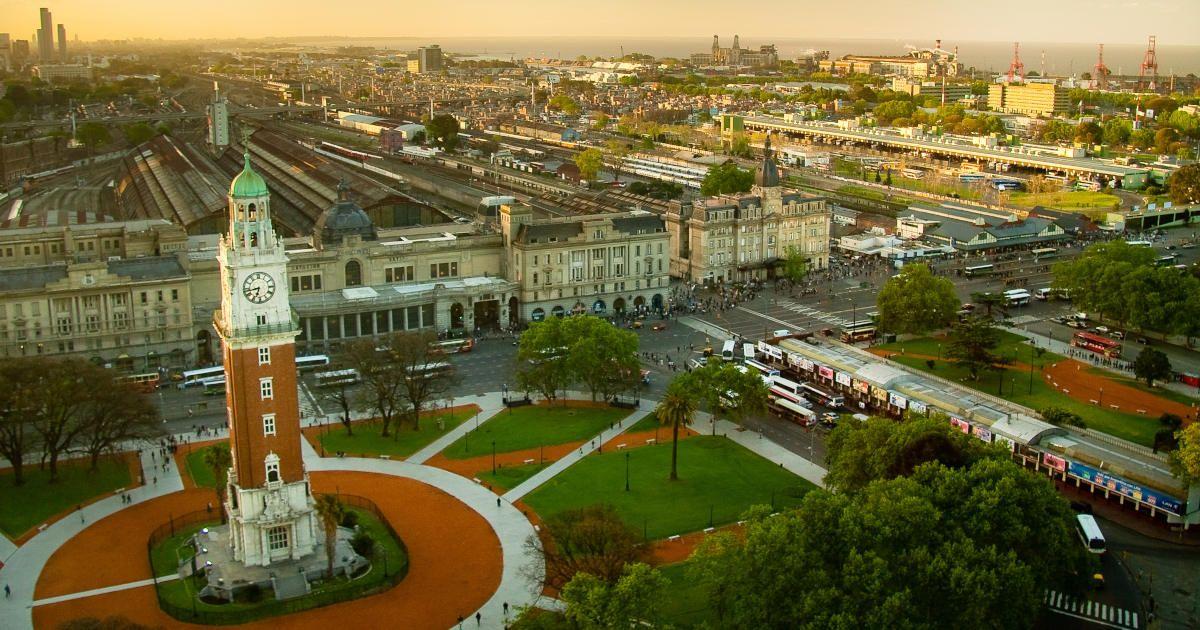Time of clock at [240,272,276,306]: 6:42
